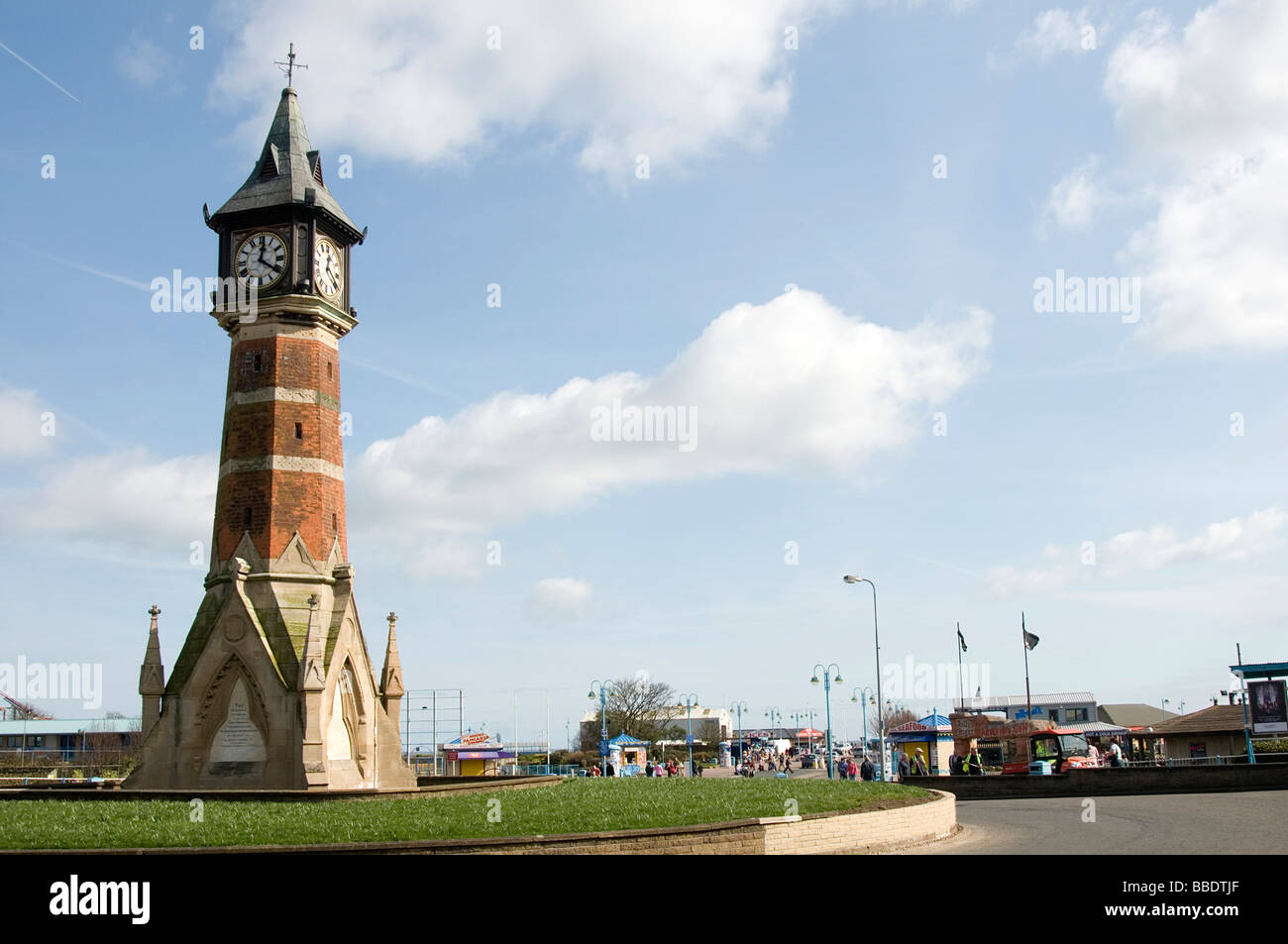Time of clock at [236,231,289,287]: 12:20
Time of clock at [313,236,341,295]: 12:20
